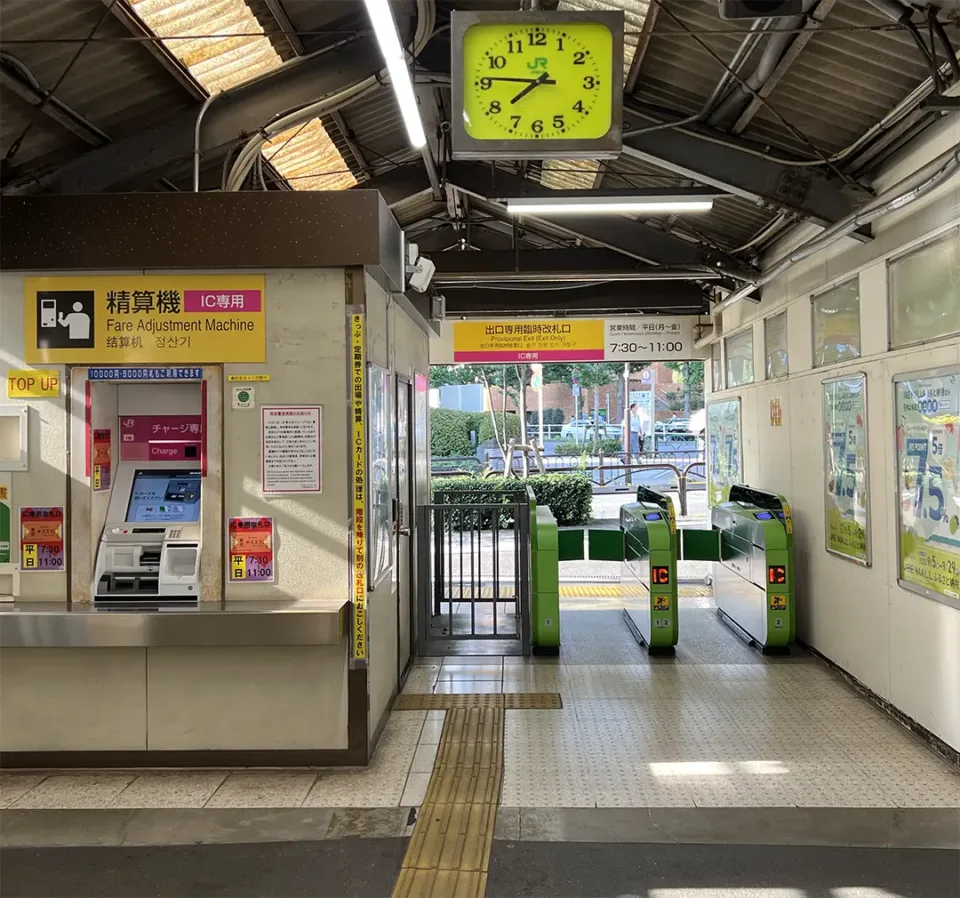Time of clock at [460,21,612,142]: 7:45
